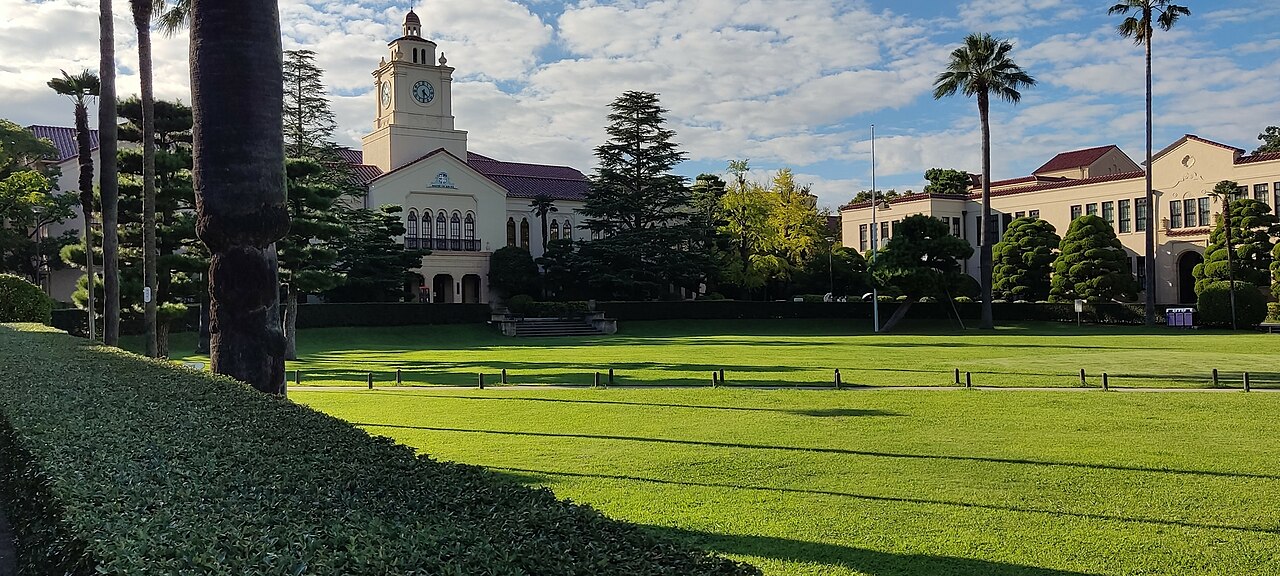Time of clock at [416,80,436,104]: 4:31
